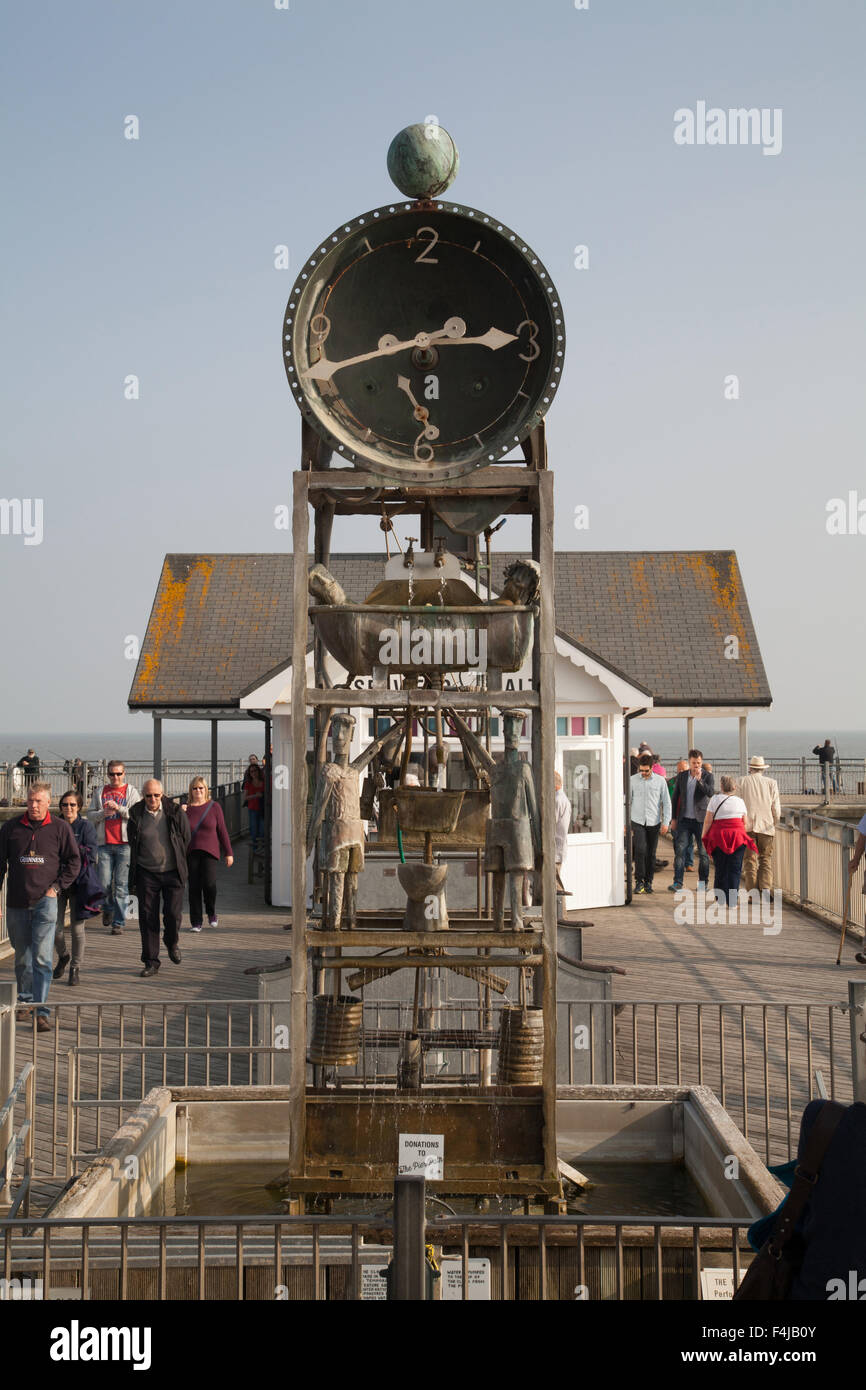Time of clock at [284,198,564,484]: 2:41
